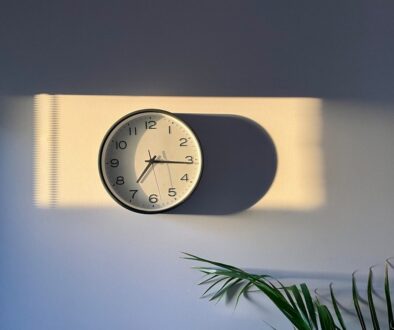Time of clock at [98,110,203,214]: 7:15
